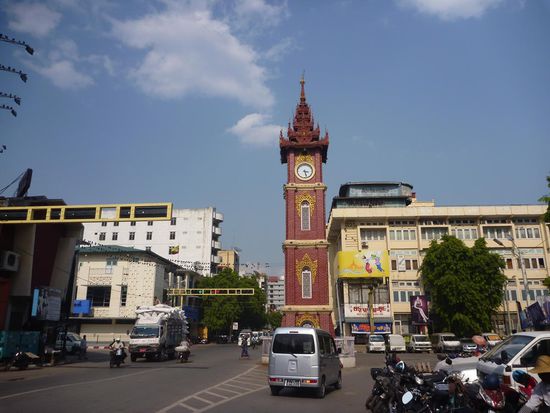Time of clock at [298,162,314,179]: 3:27
